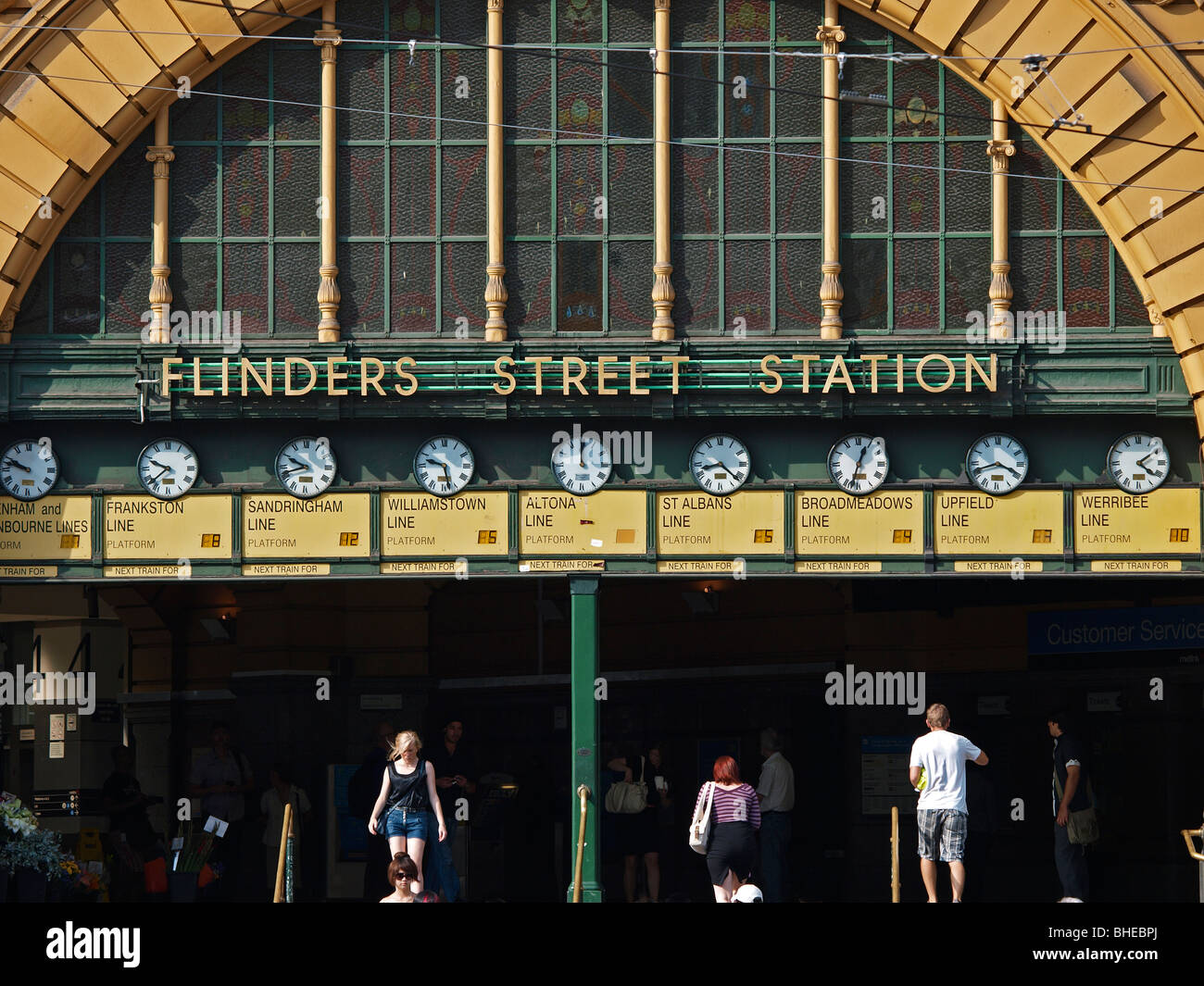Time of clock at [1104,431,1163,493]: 4:09
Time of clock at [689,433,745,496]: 8:21
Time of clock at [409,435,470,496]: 9:27
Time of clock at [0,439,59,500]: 9:50
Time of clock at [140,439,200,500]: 9:38
